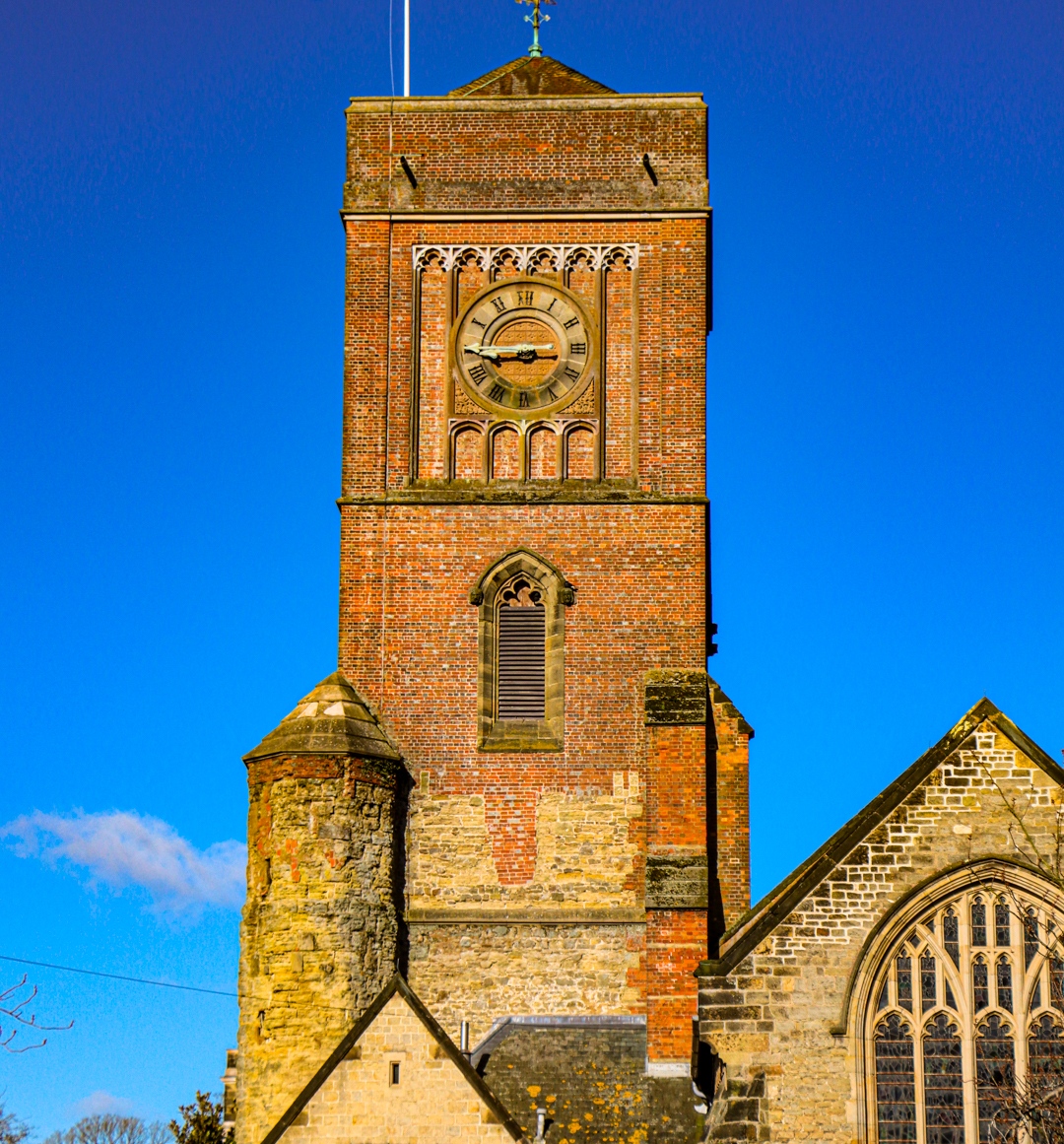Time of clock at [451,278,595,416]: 8:45
